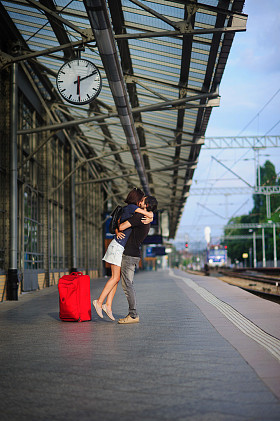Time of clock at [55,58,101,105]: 6:11
